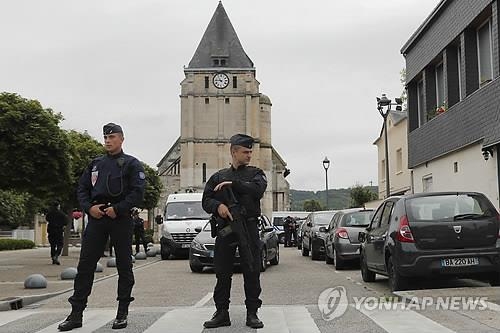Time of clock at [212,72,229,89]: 10:45
